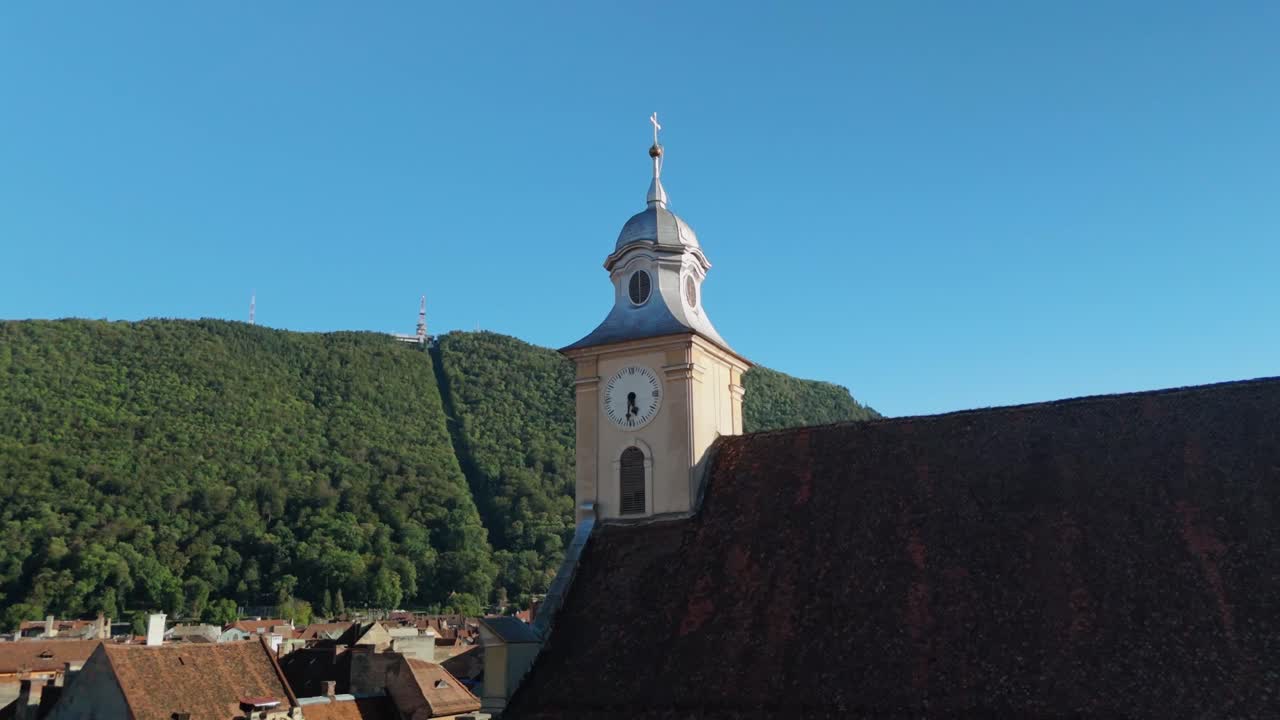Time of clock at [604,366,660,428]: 5:31
